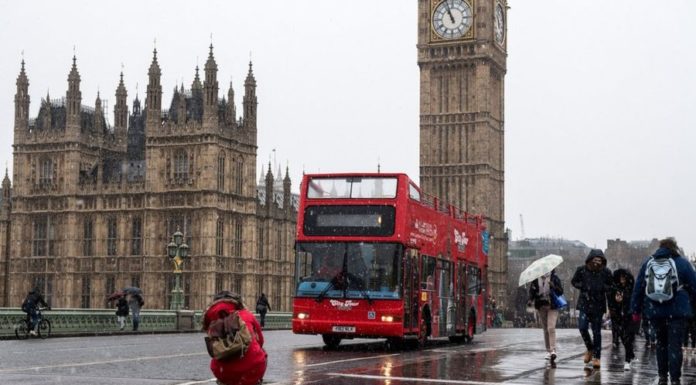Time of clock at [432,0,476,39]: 10:56
